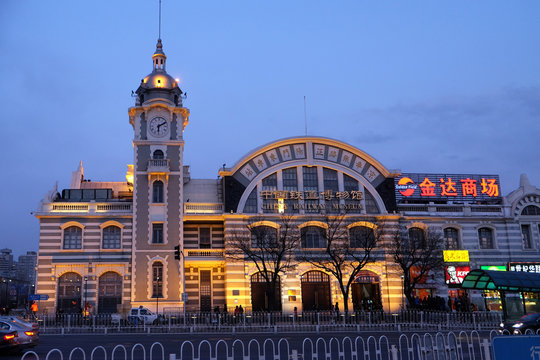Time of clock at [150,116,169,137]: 6:10
